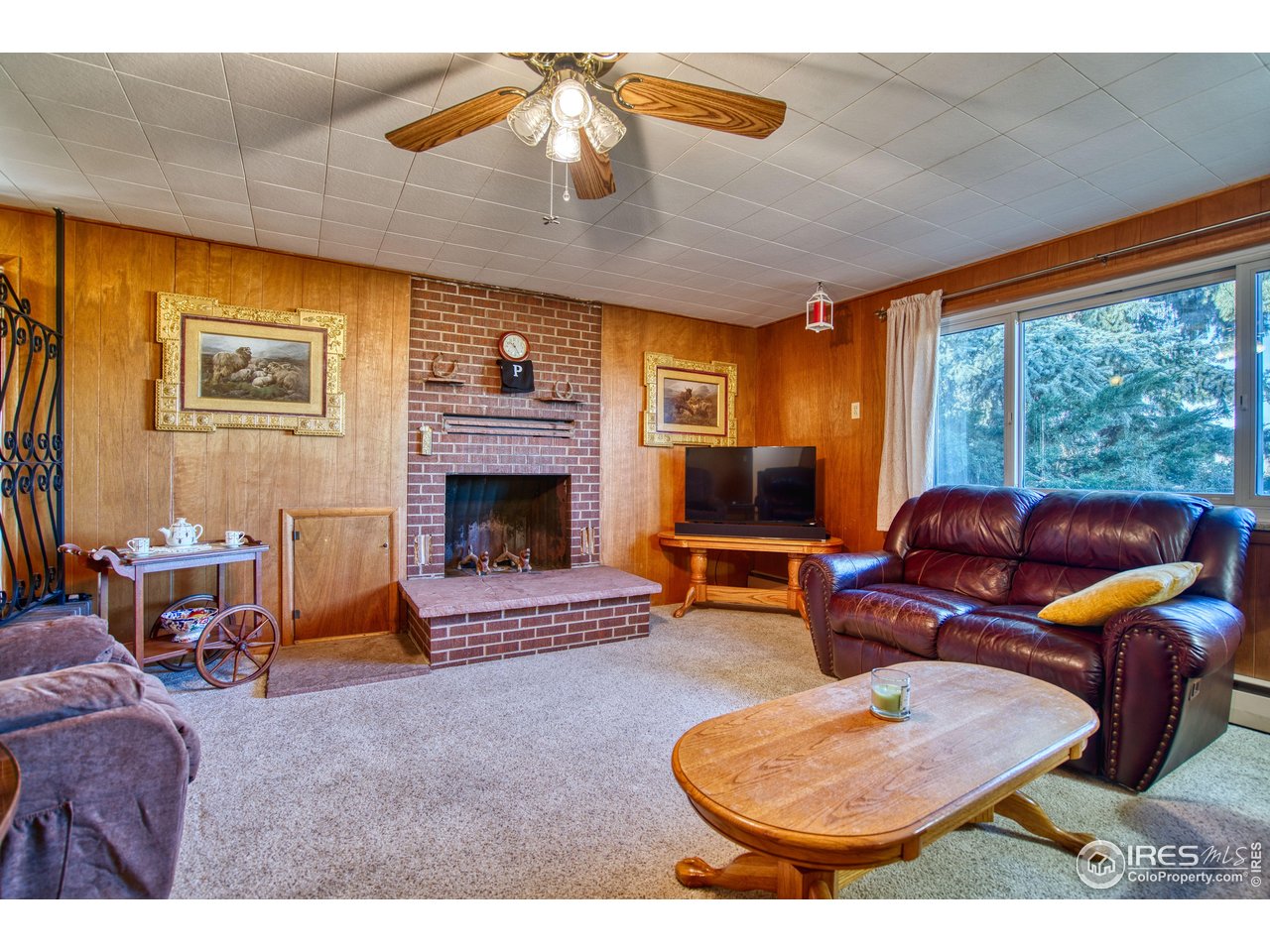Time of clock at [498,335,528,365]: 10:25
